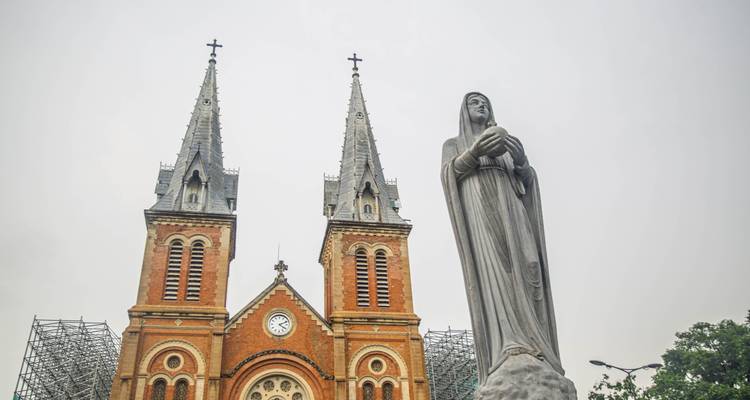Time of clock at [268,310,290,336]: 4:11
